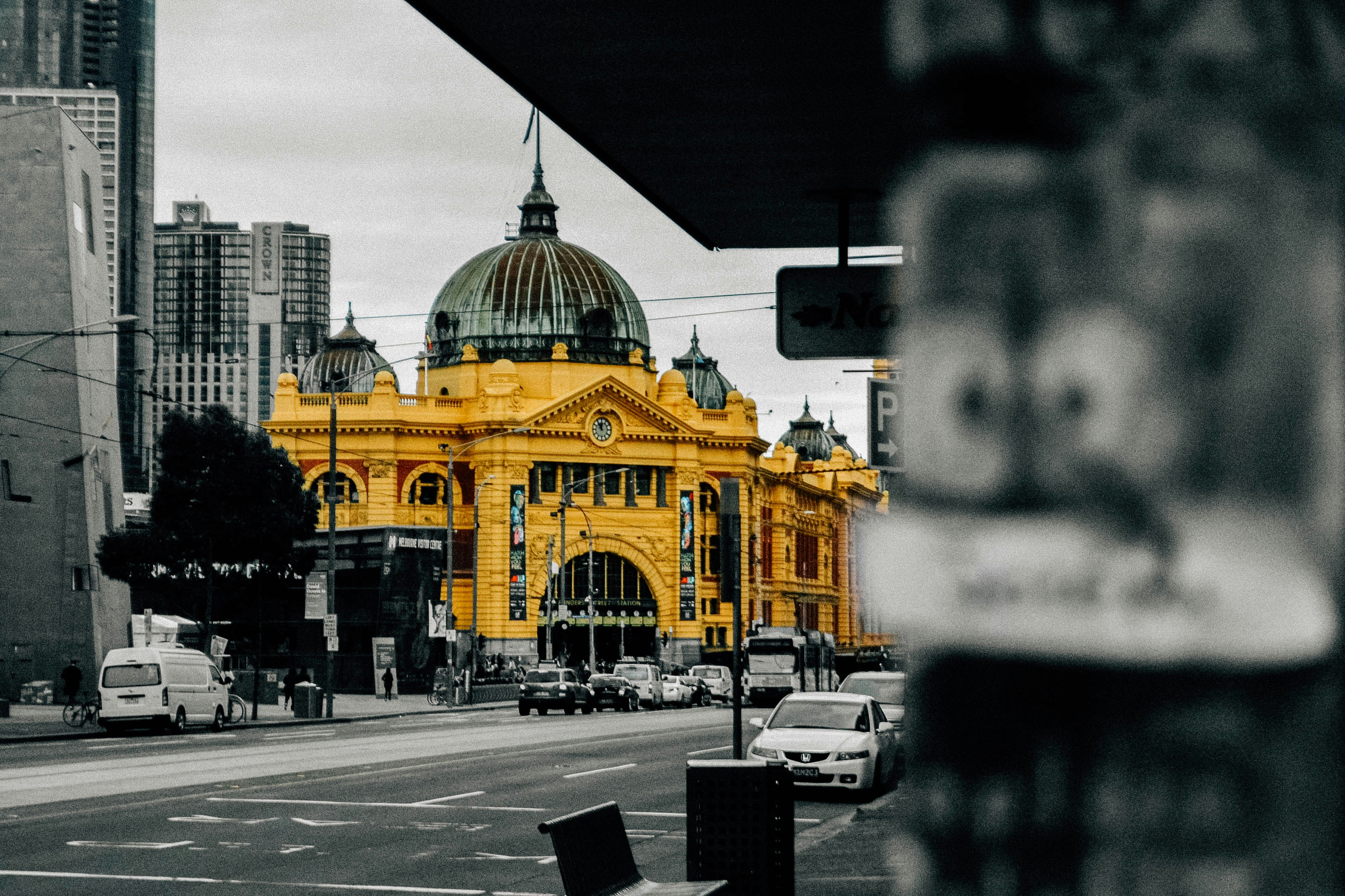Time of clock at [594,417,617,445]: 11:54
